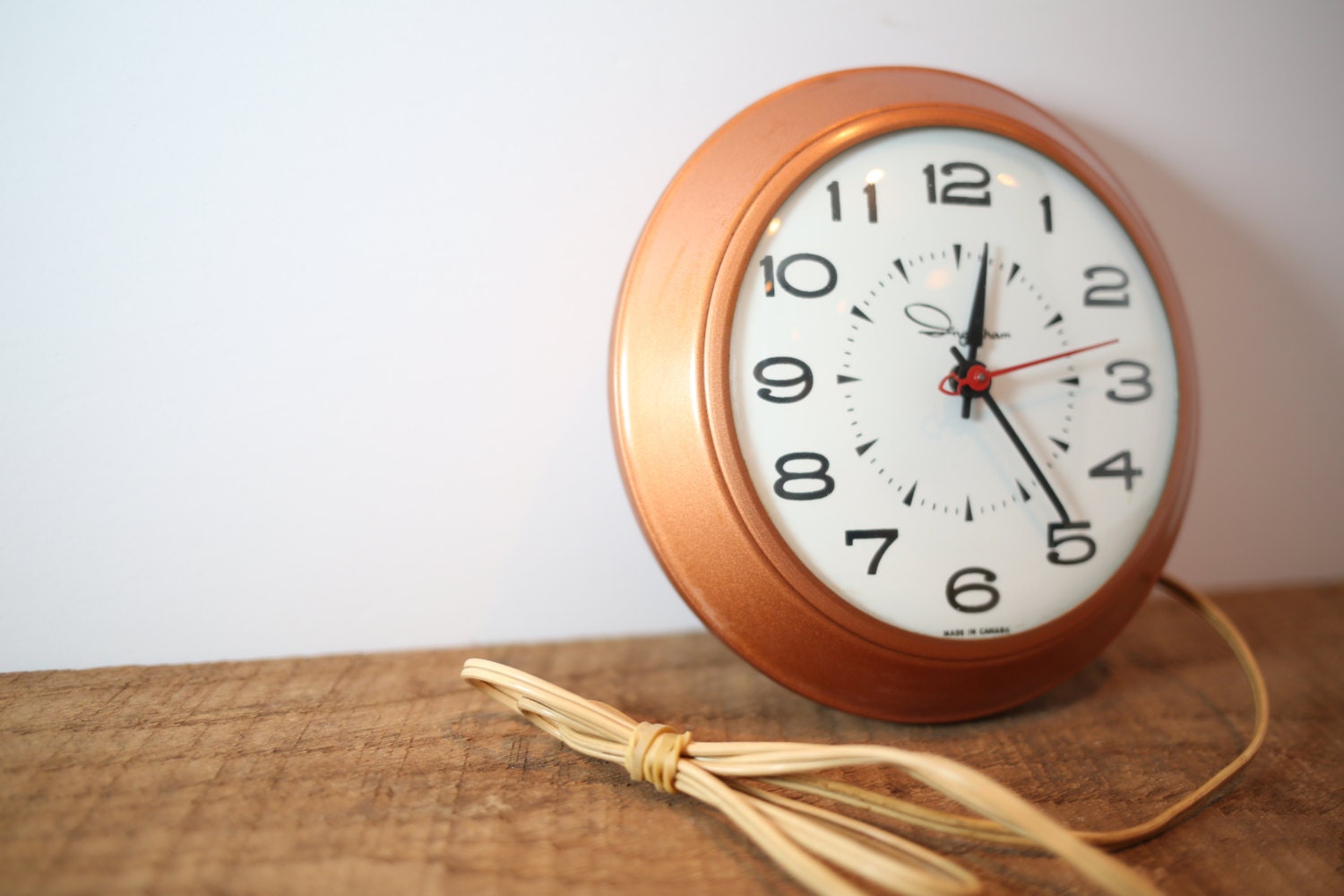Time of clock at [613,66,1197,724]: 12:24
